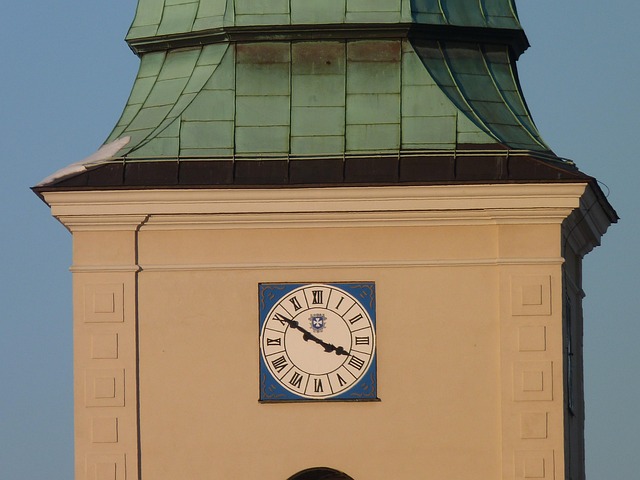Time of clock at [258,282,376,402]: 3:50
